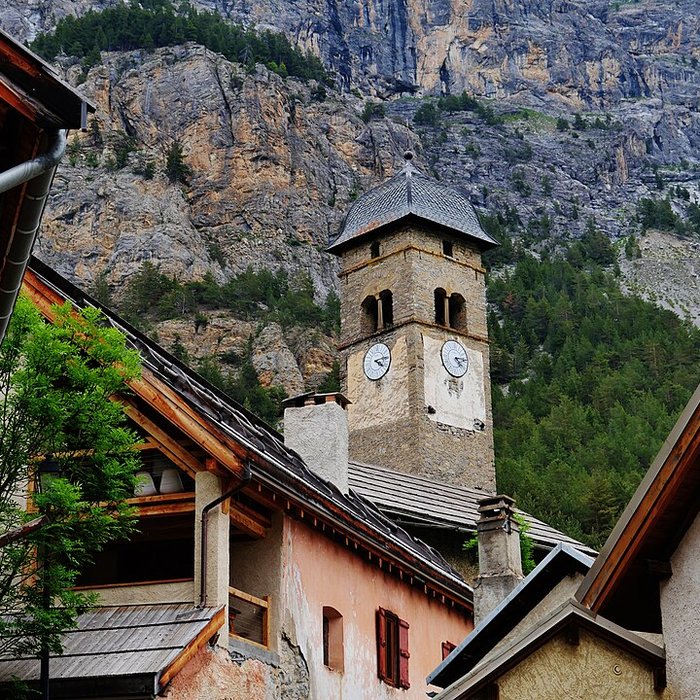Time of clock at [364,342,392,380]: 4:13
